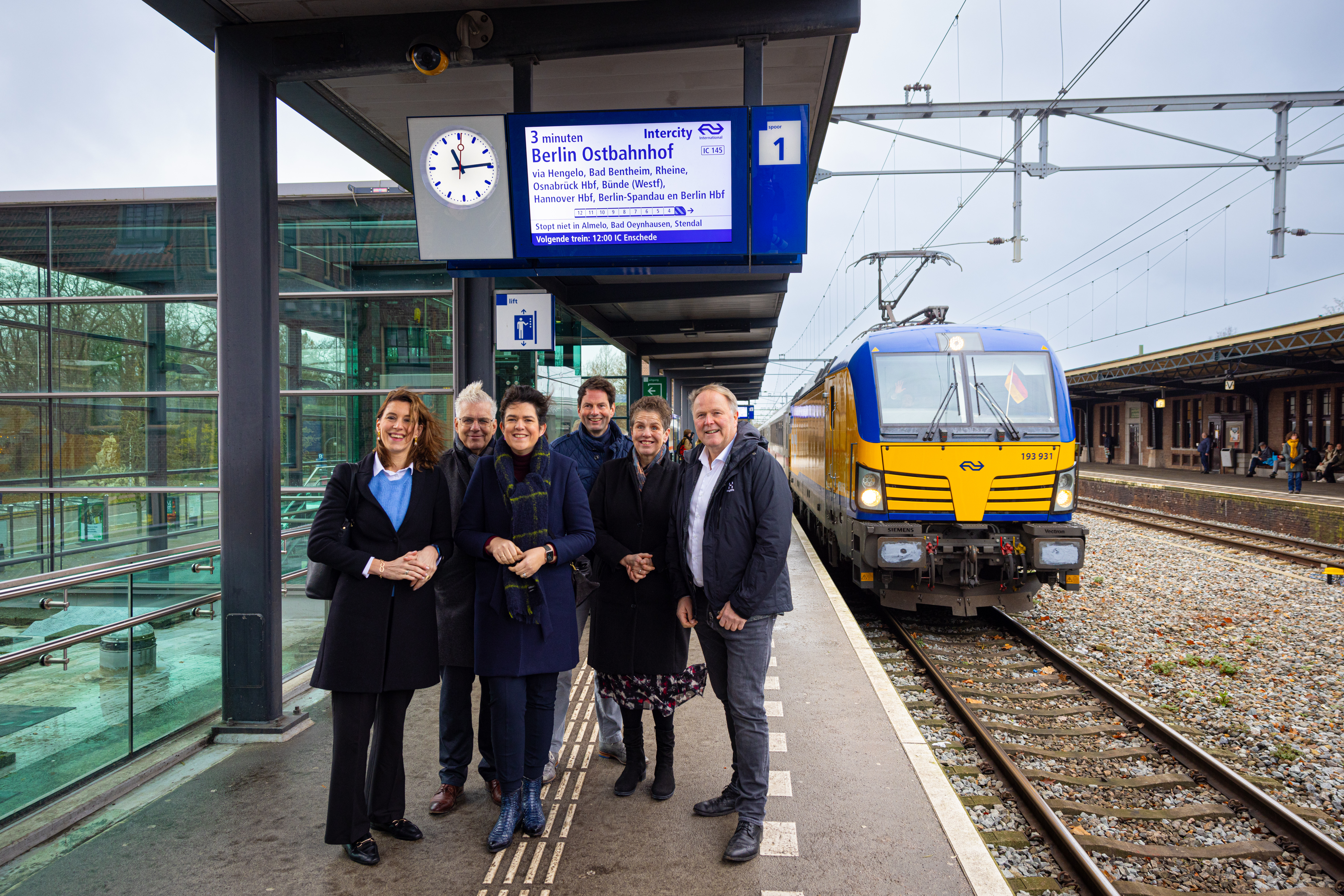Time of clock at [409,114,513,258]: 11:14
